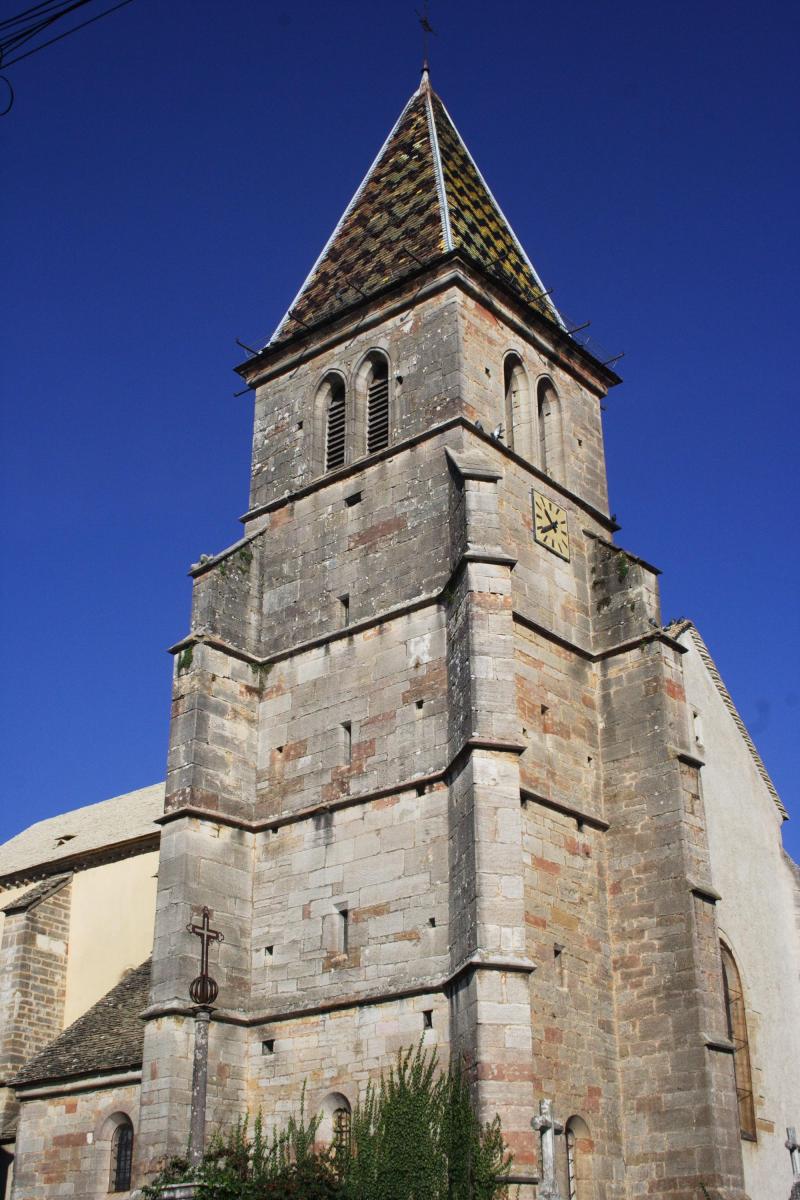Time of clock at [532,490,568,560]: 10:38
